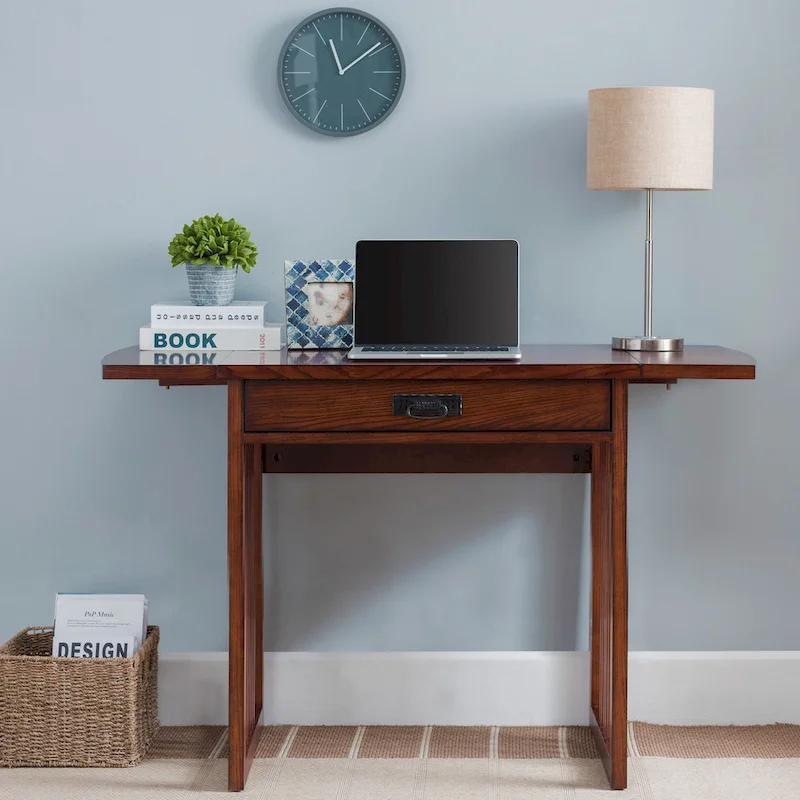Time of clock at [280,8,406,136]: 11:08
